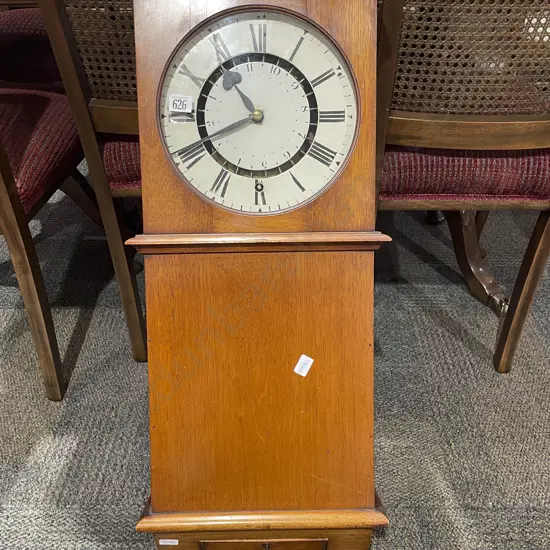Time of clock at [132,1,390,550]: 10:41
